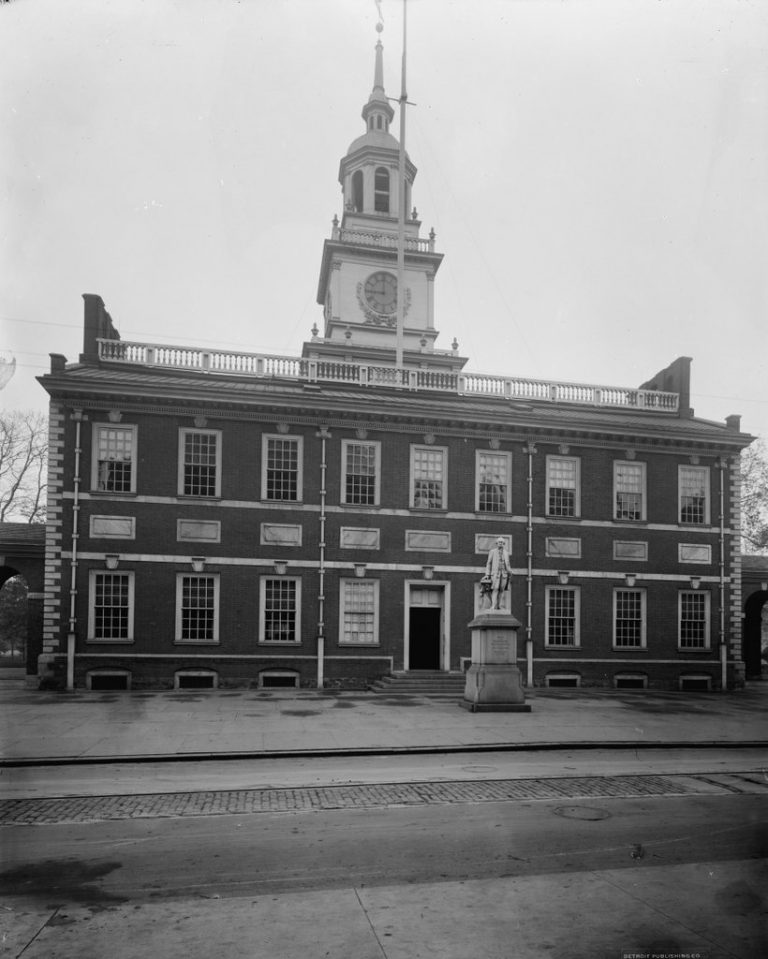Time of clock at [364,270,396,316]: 8:59
